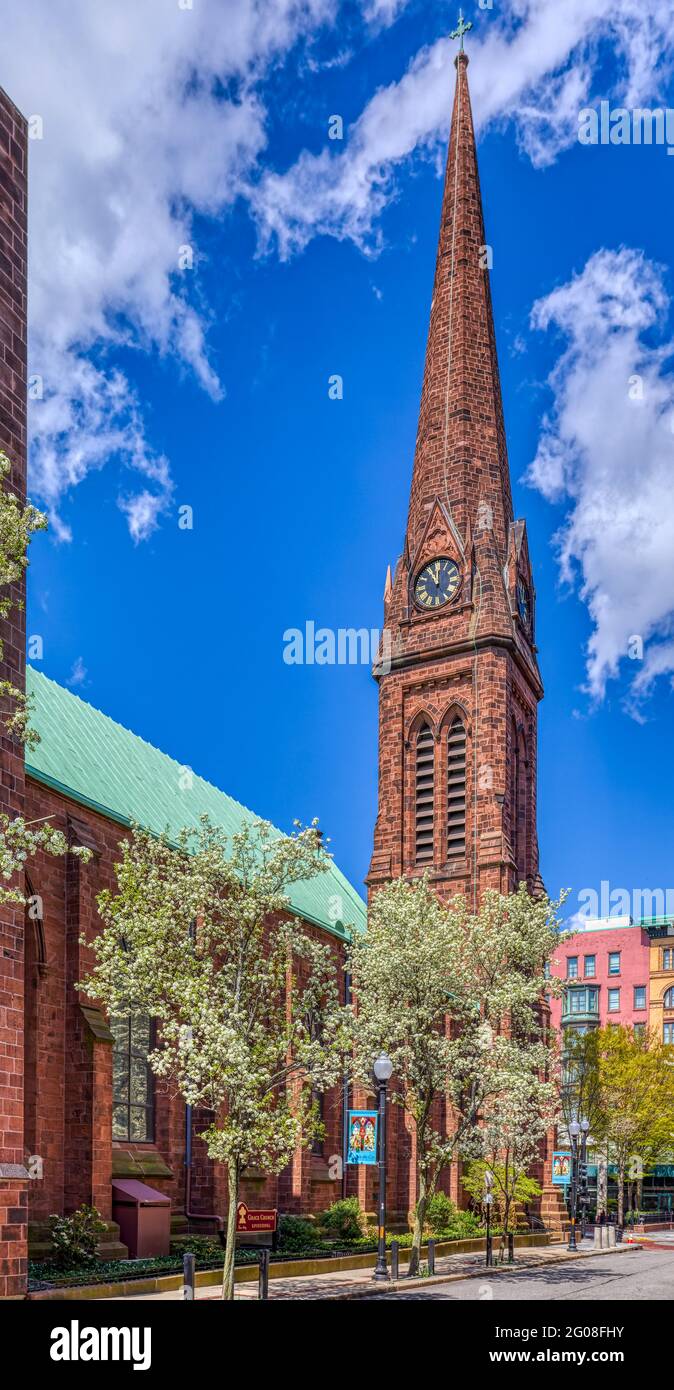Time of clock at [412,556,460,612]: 10:59
